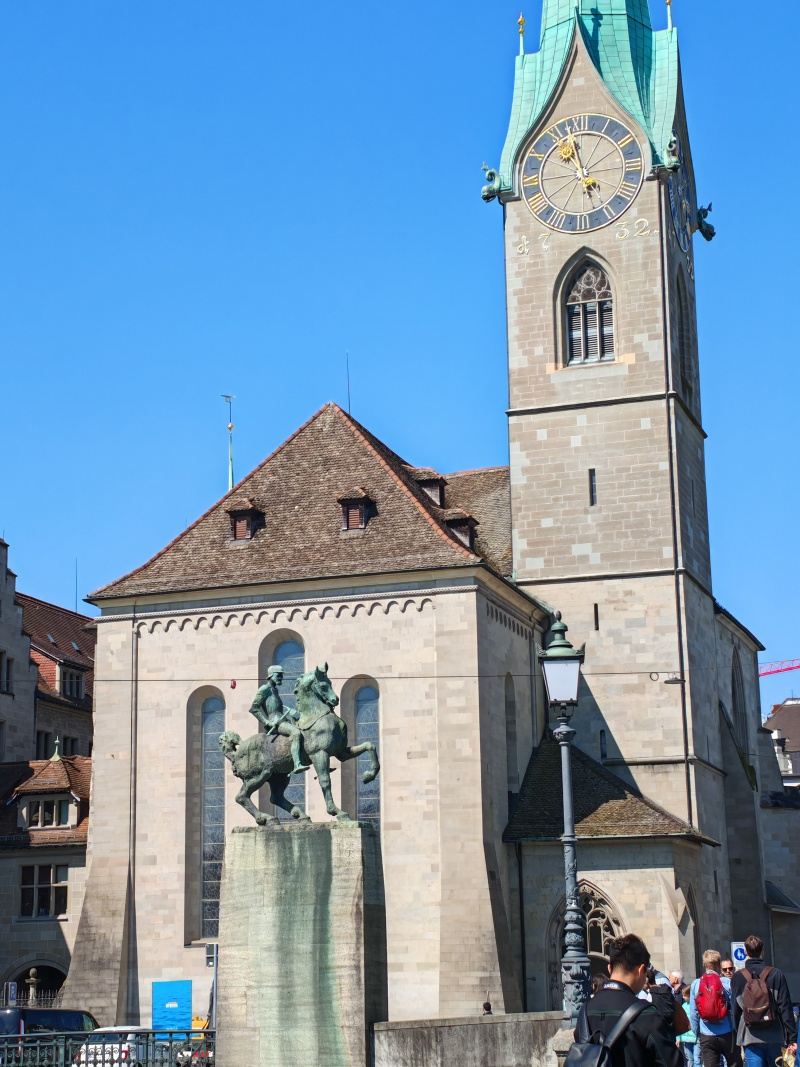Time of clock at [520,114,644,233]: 4:57
